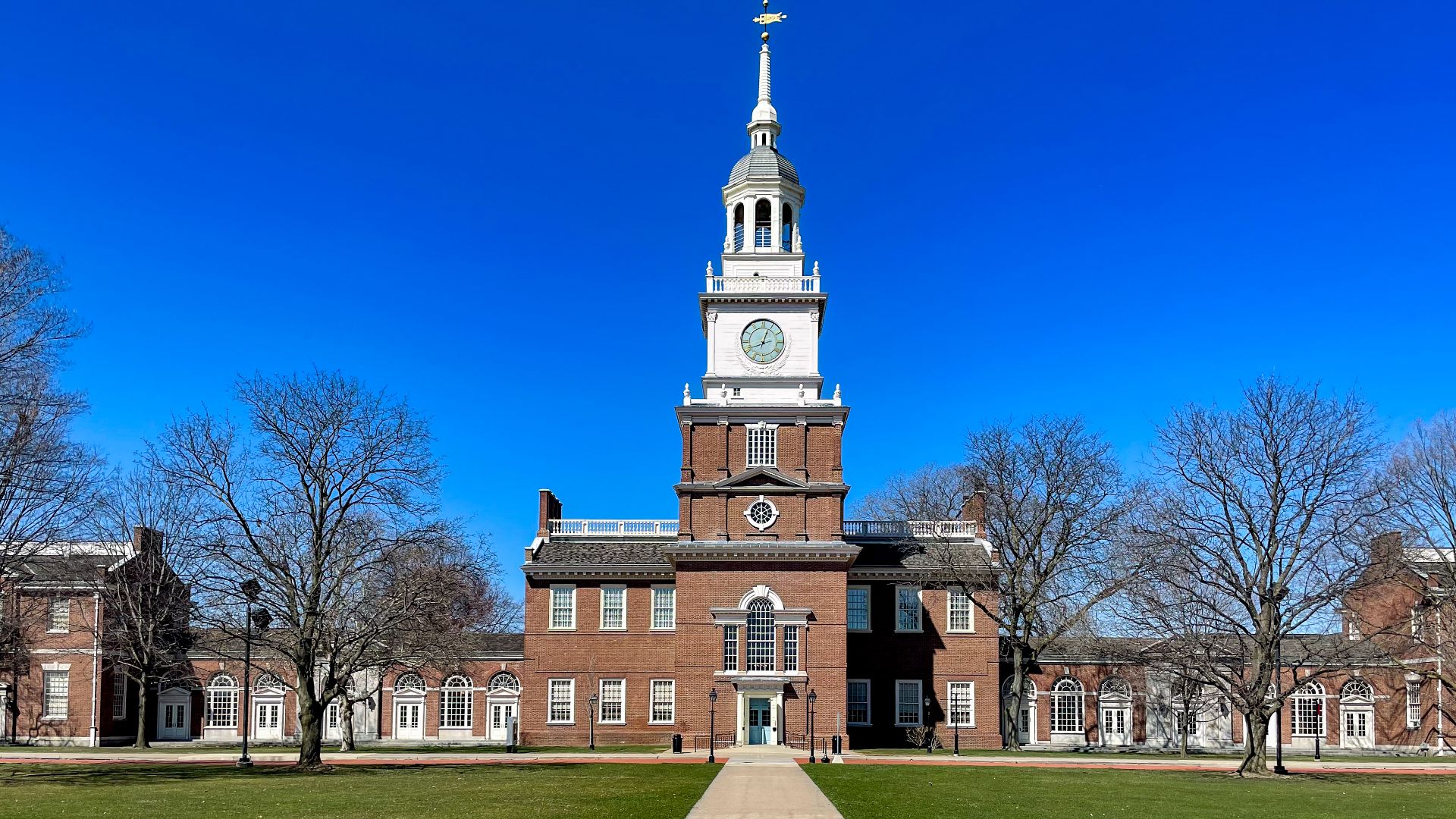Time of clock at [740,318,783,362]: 12:41
